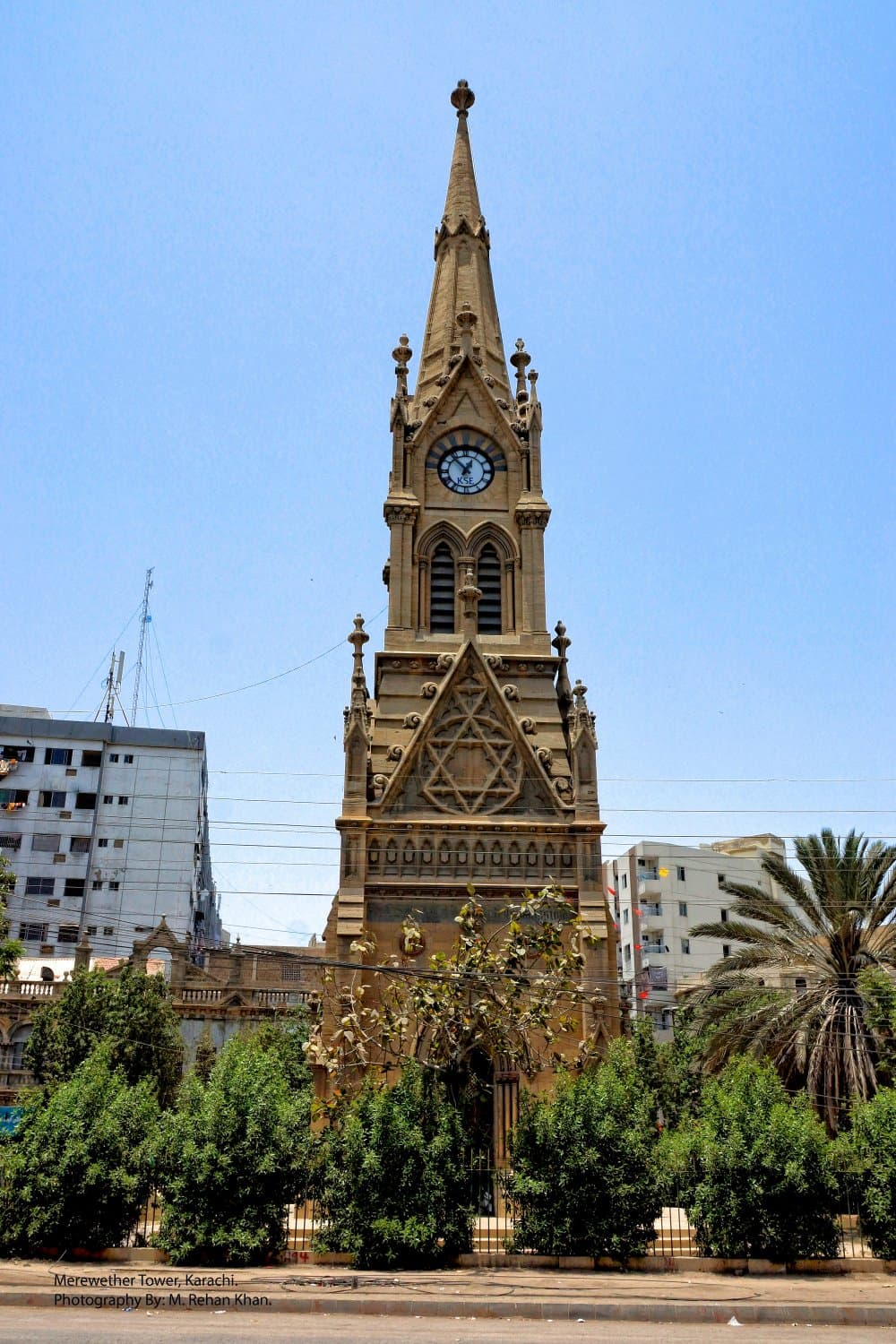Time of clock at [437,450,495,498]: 12:53
